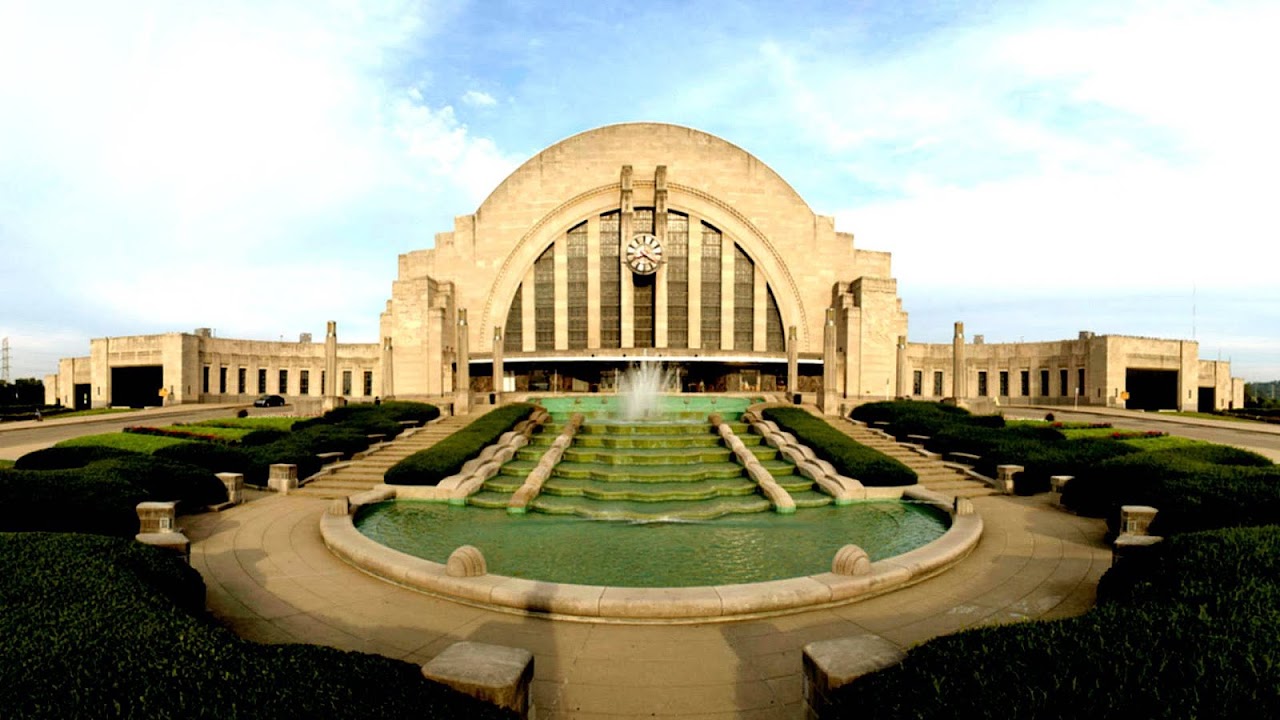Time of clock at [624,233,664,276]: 4:21
